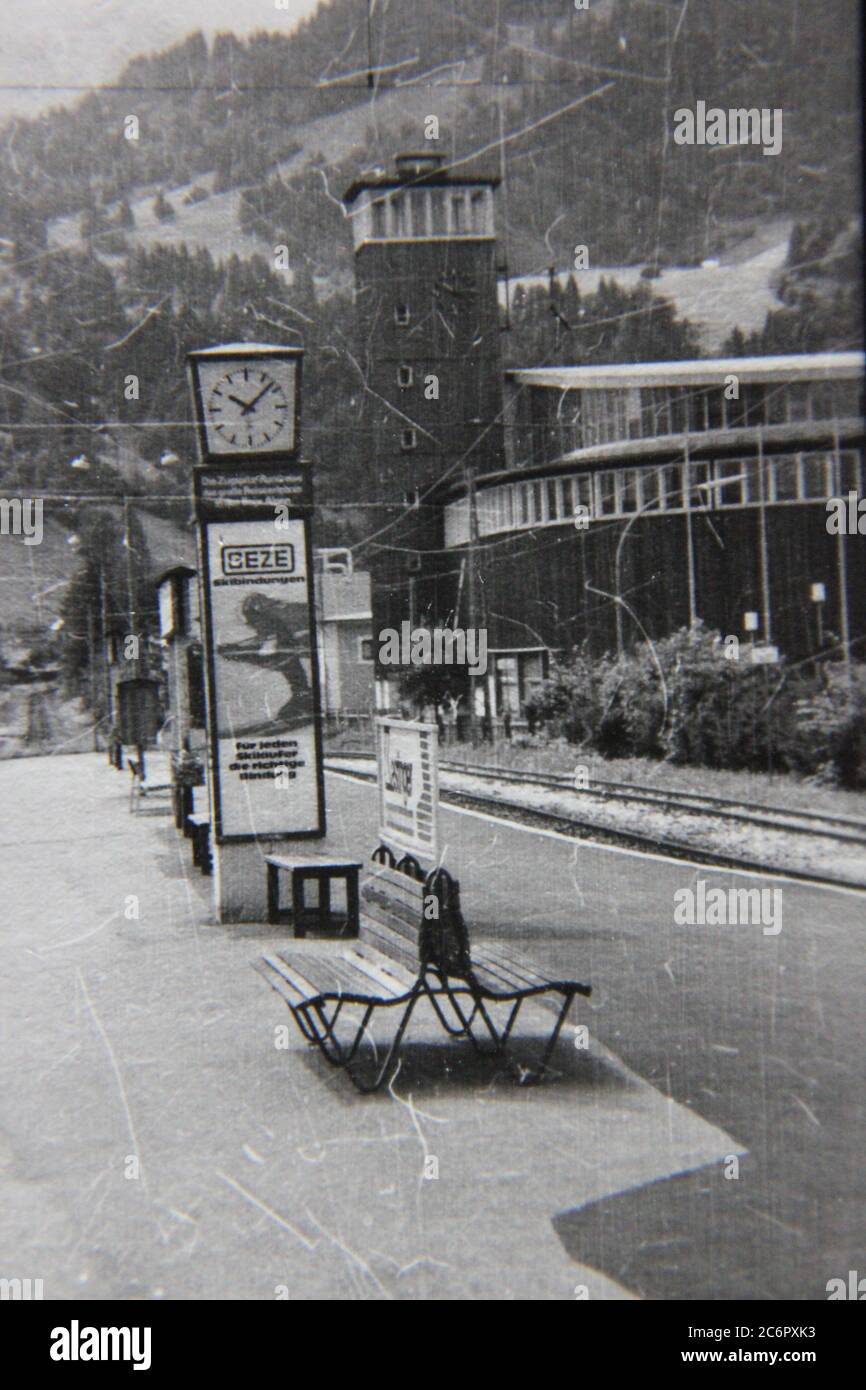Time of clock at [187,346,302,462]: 10:07
